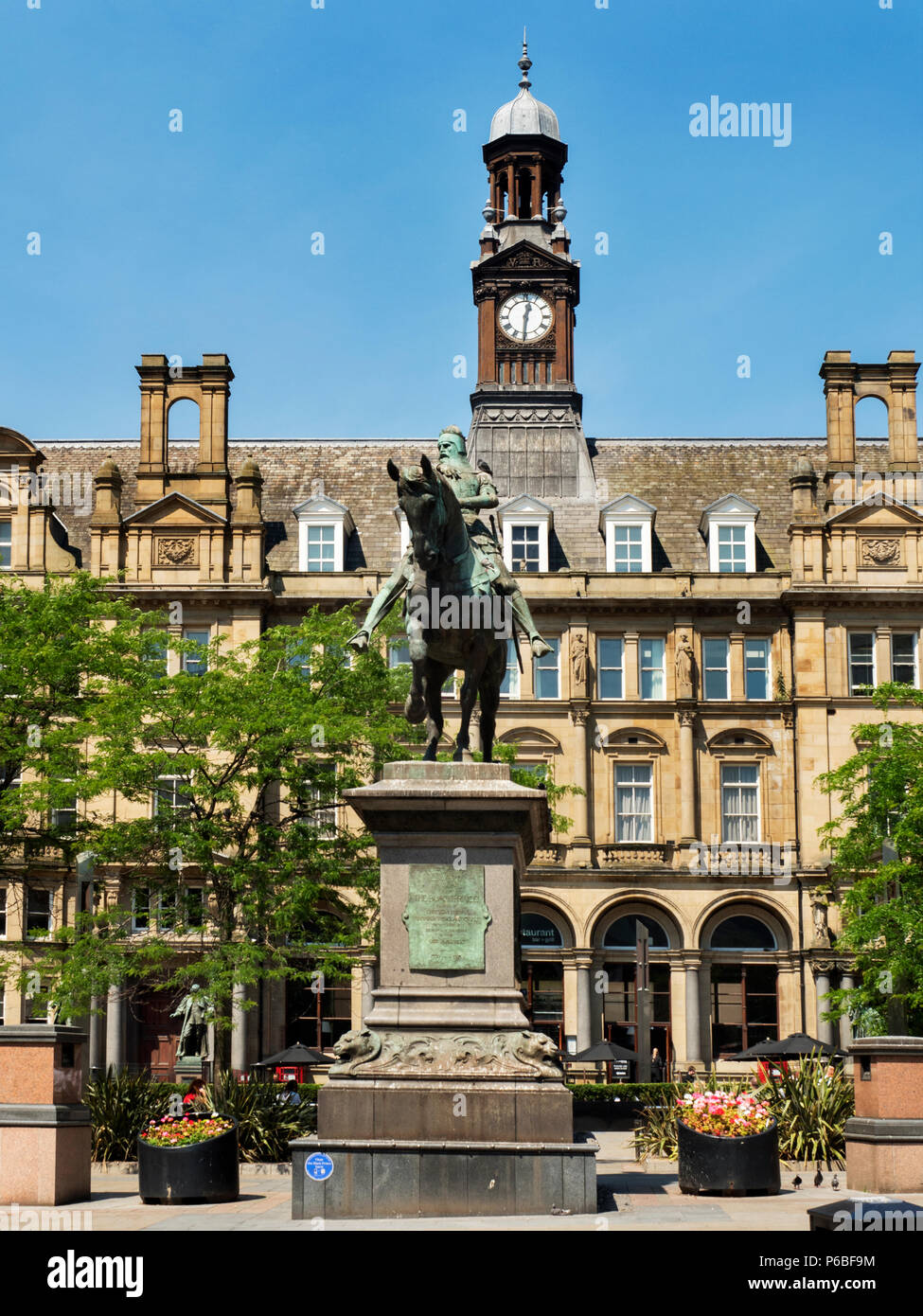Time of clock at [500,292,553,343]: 12:30
